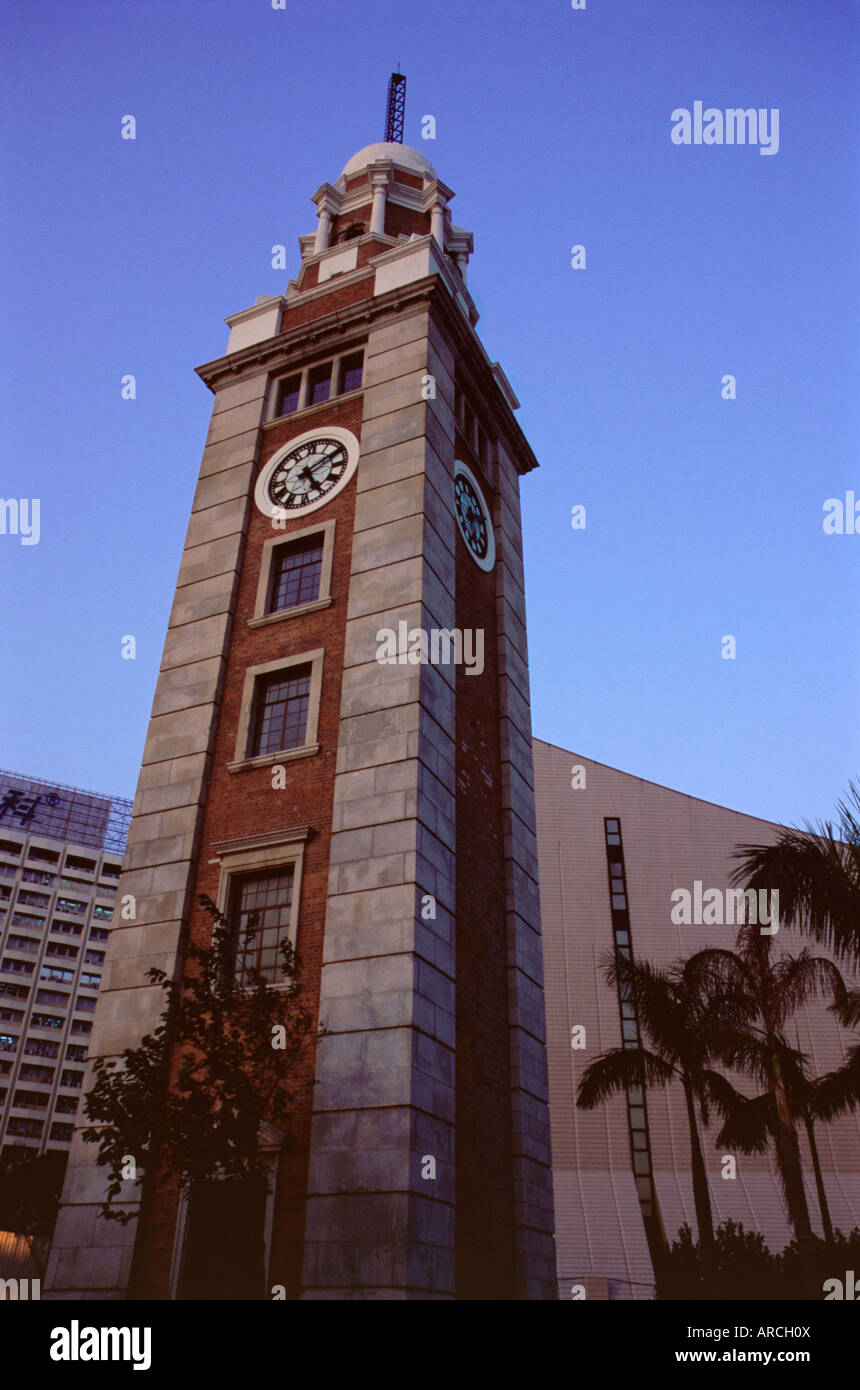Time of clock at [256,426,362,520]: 5:10
